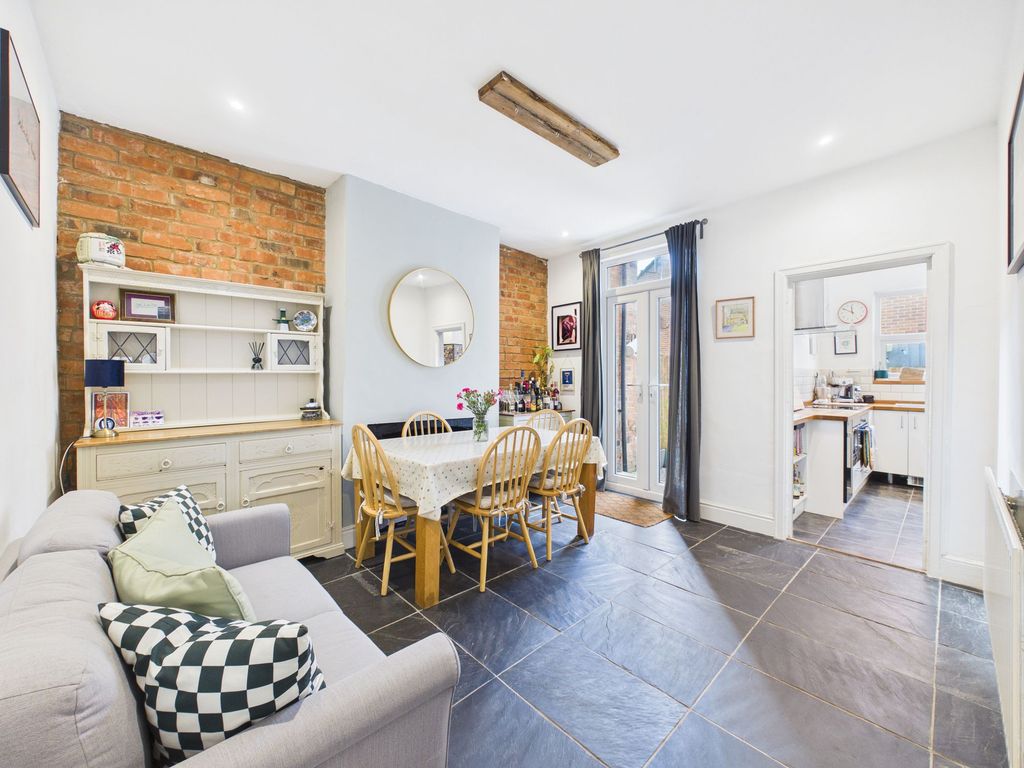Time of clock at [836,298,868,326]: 11:49
